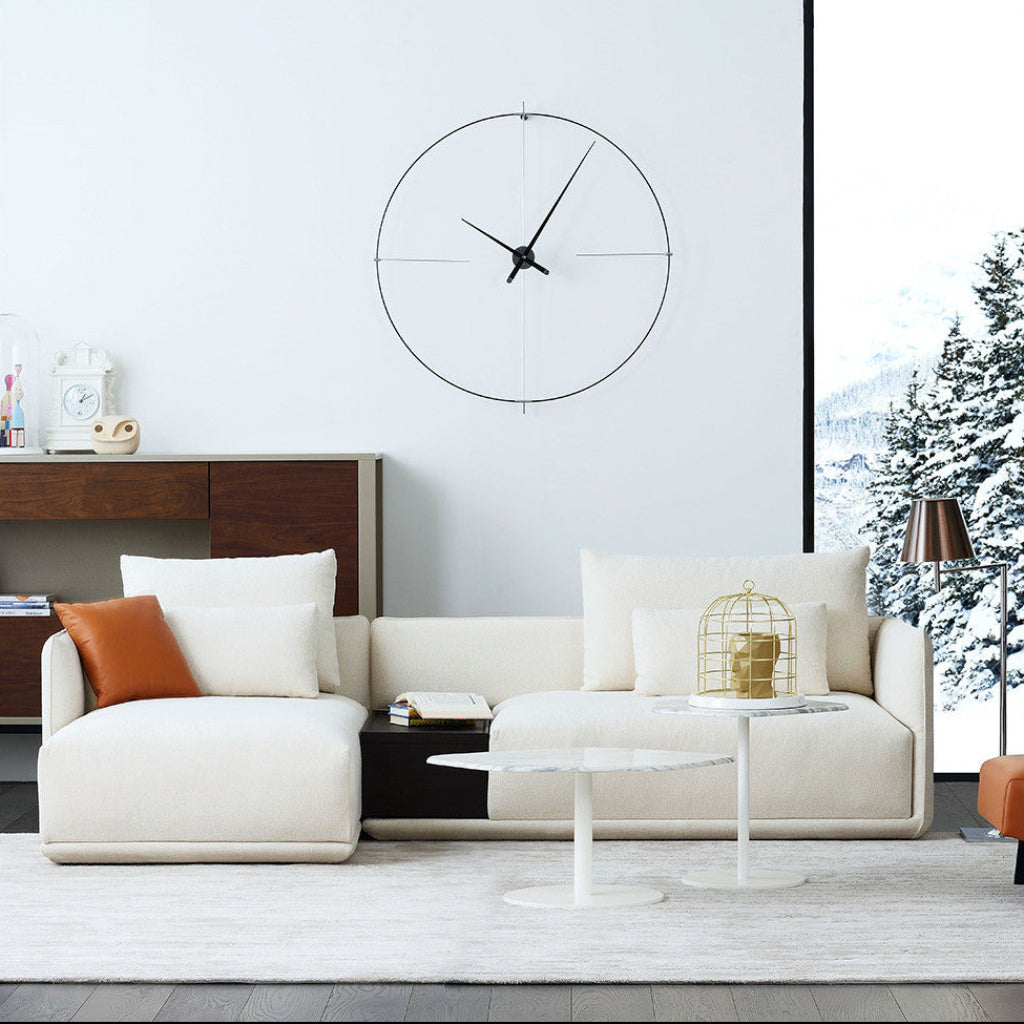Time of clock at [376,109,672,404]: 10:04
